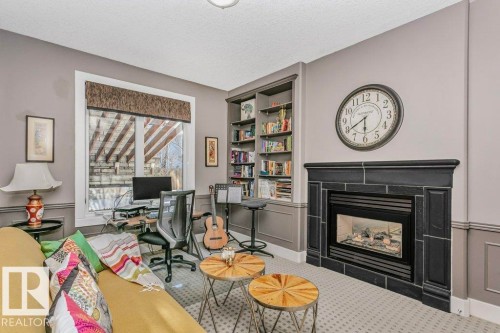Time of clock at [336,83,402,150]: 5:39
